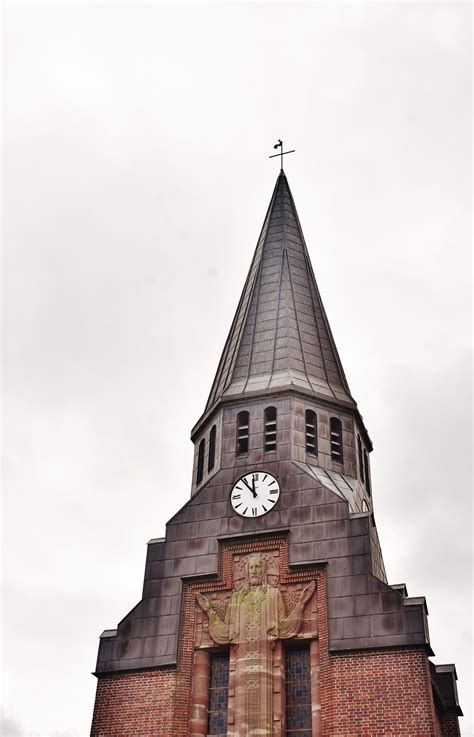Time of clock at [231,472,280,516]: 11:53
